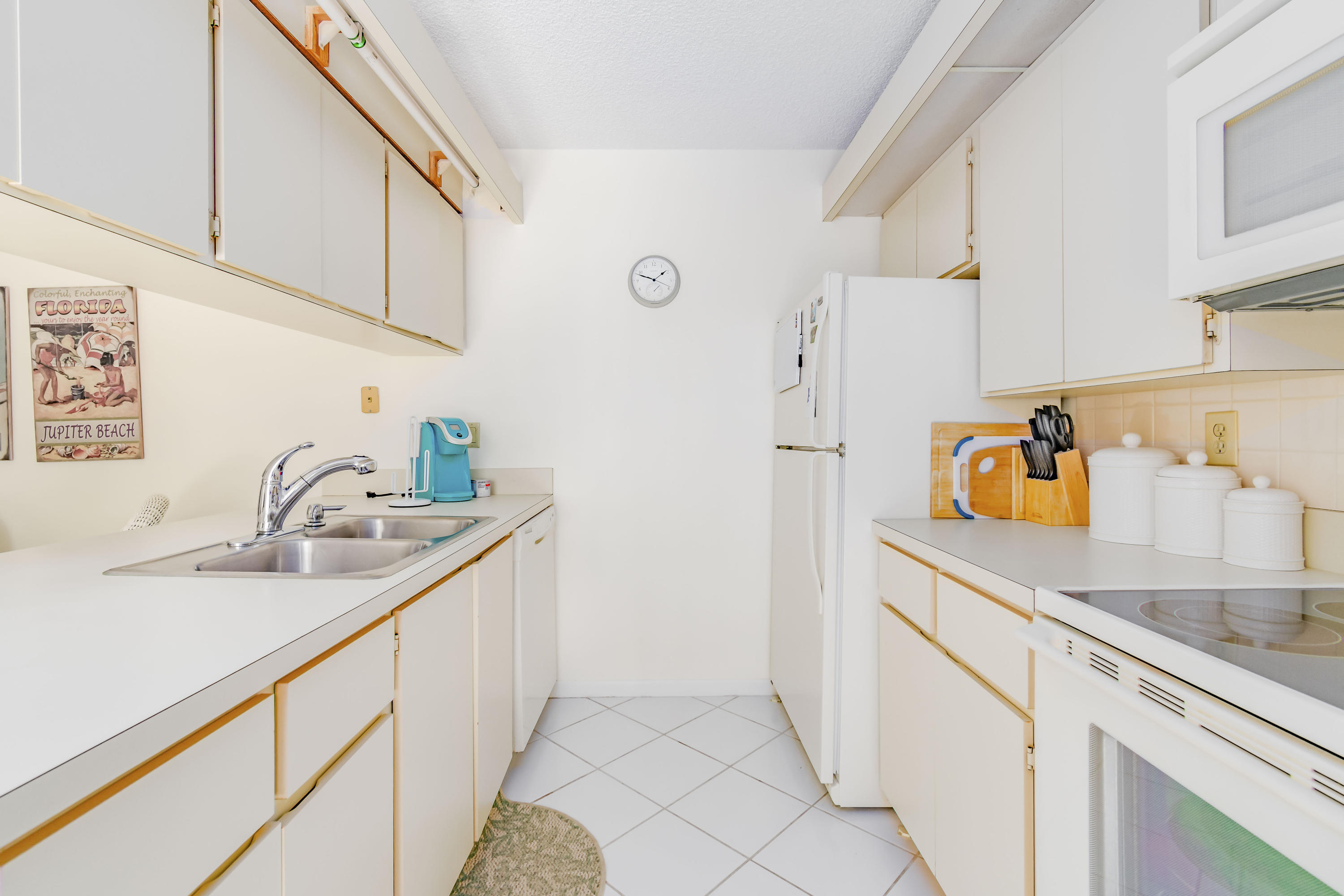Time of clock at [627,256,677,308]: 1:48
